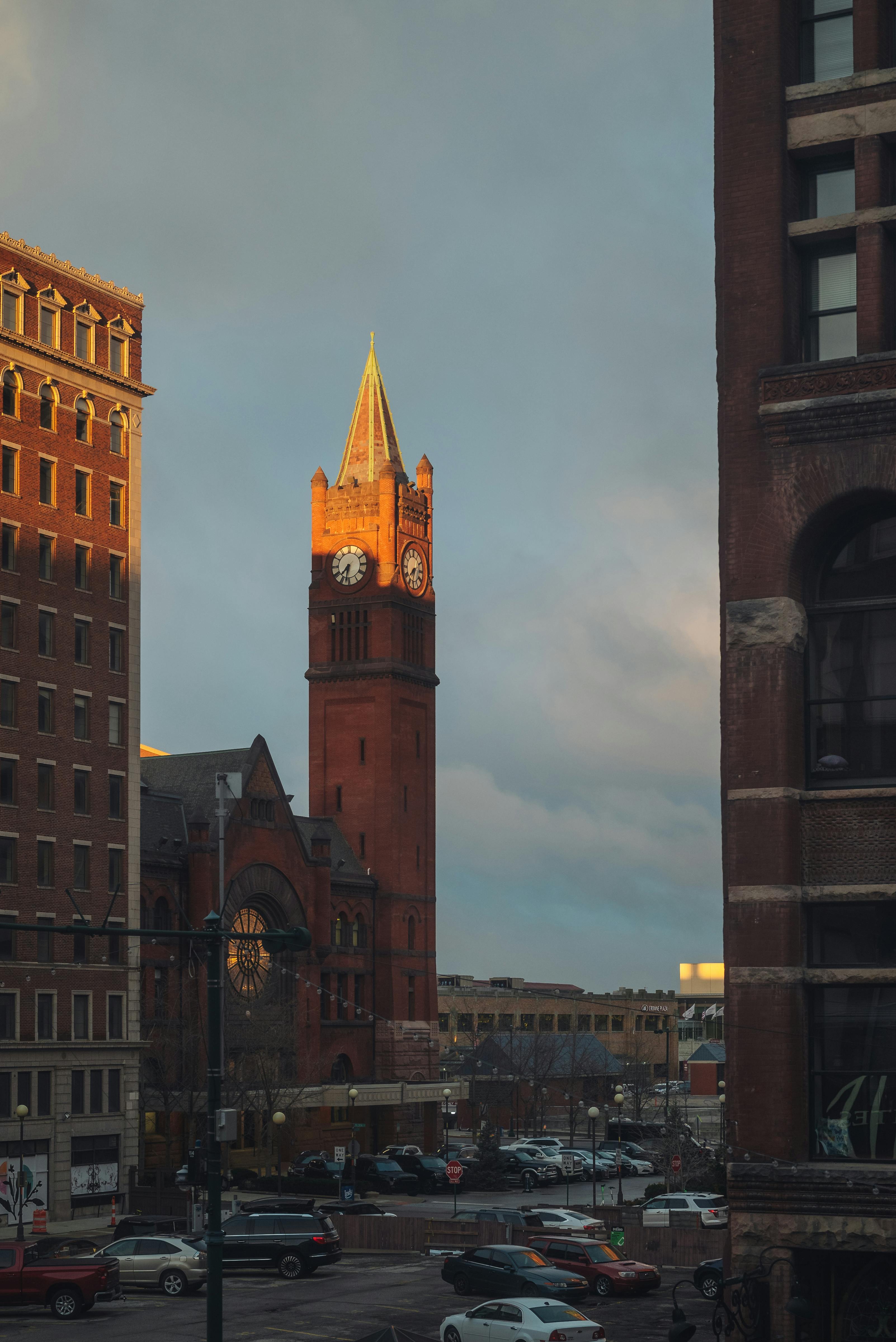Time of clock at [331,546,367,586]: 7:32
